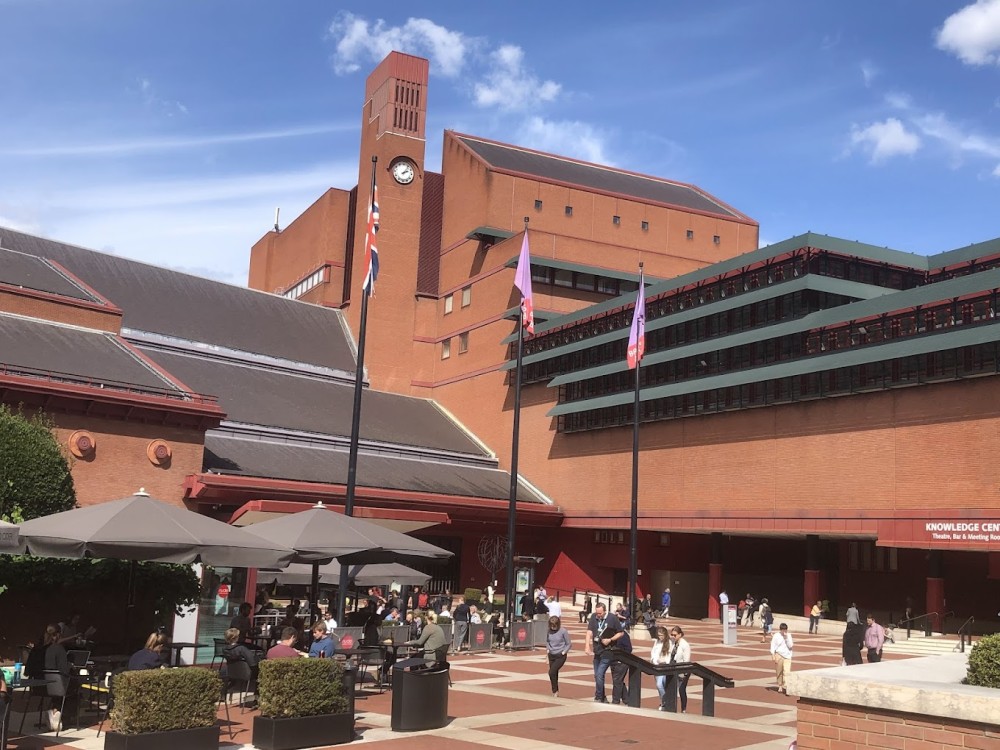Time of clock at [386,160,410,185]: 2:06
